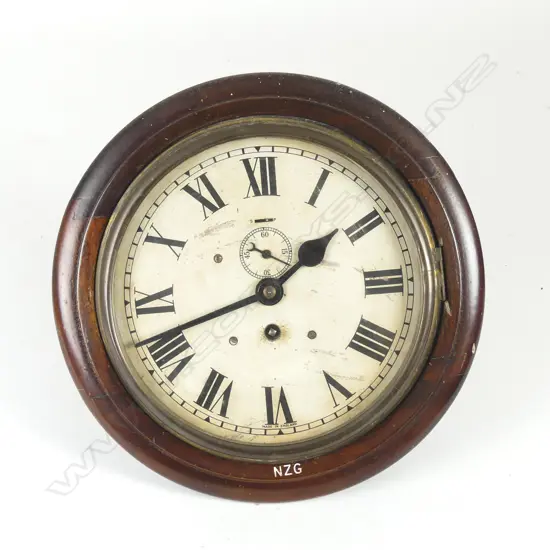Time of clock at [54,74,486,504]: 1:41
